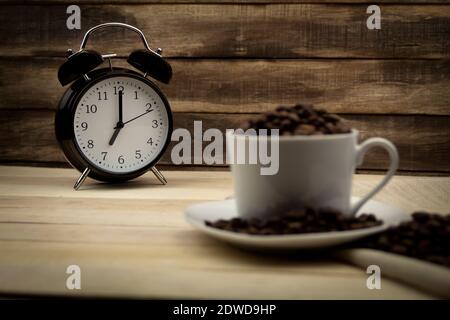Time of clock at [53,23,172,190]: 7:00
